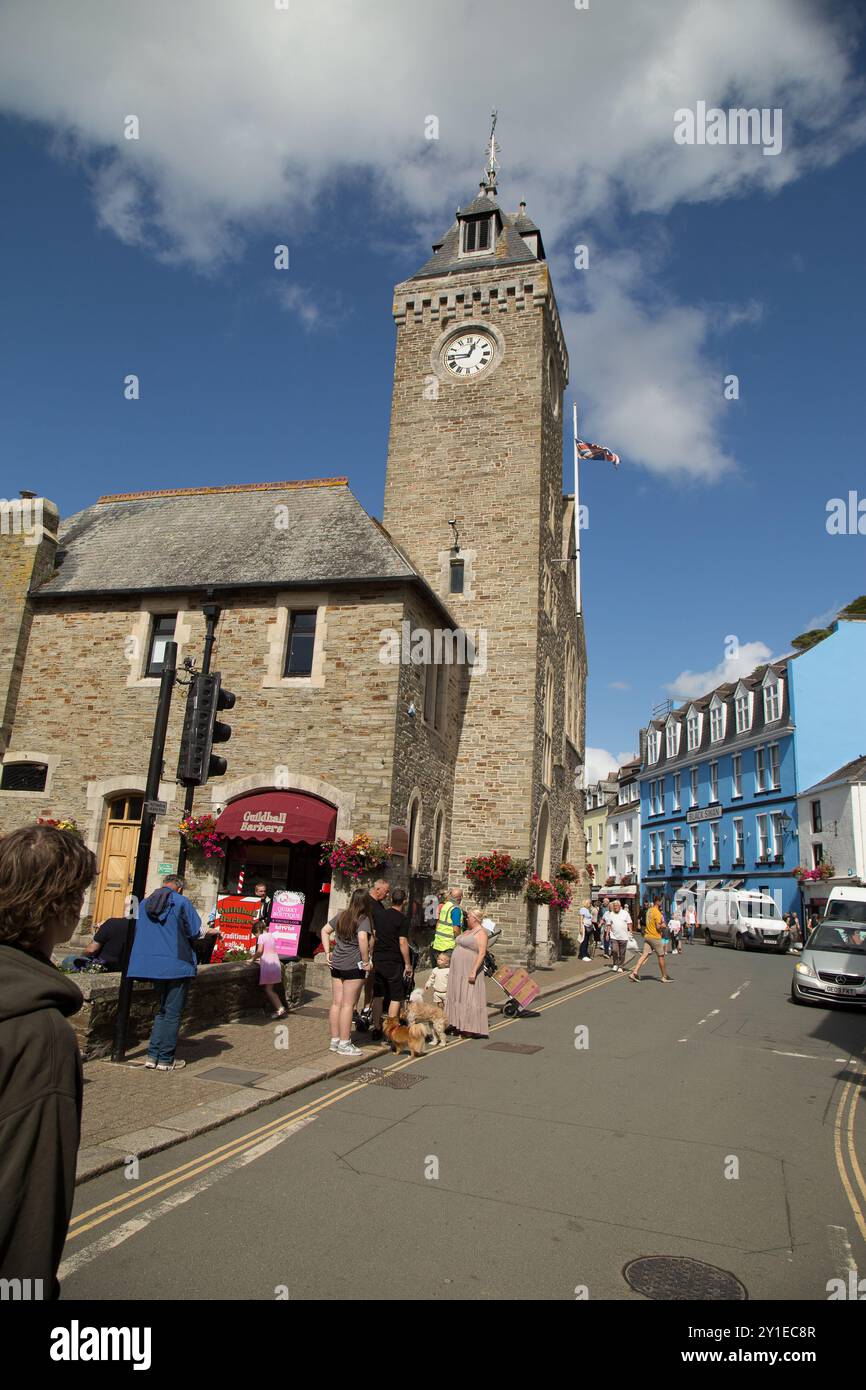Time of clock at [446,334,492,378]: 12:45
